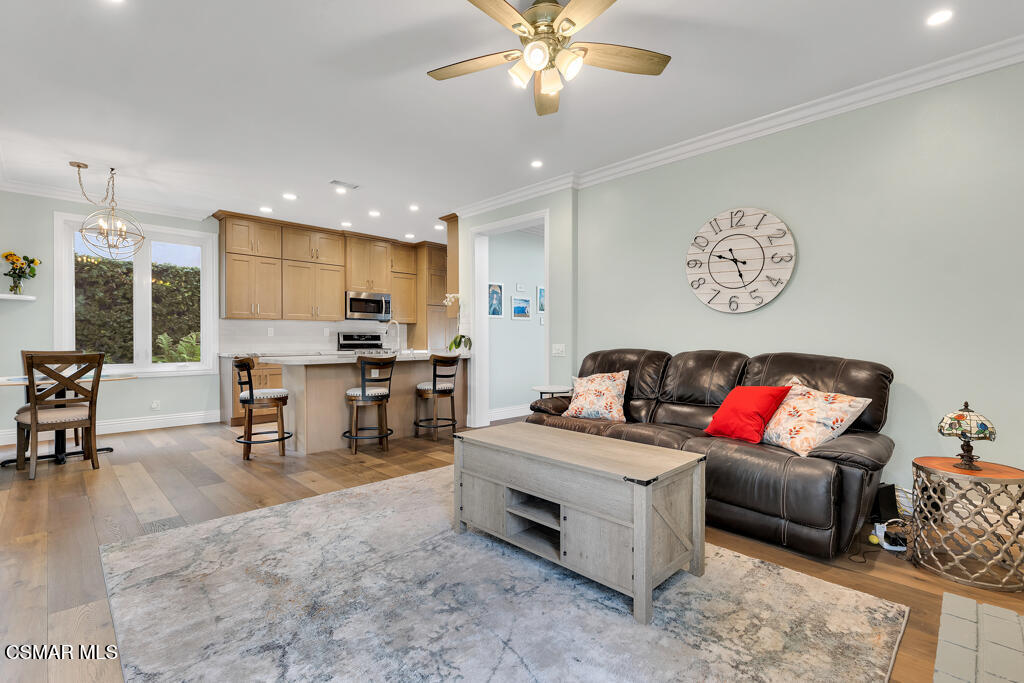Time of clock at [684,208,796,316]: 9:26
